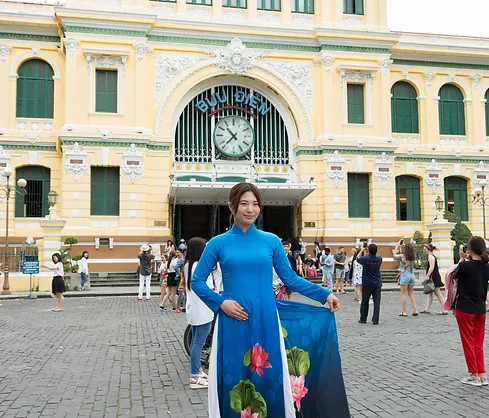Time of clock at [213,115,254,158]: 10:37
